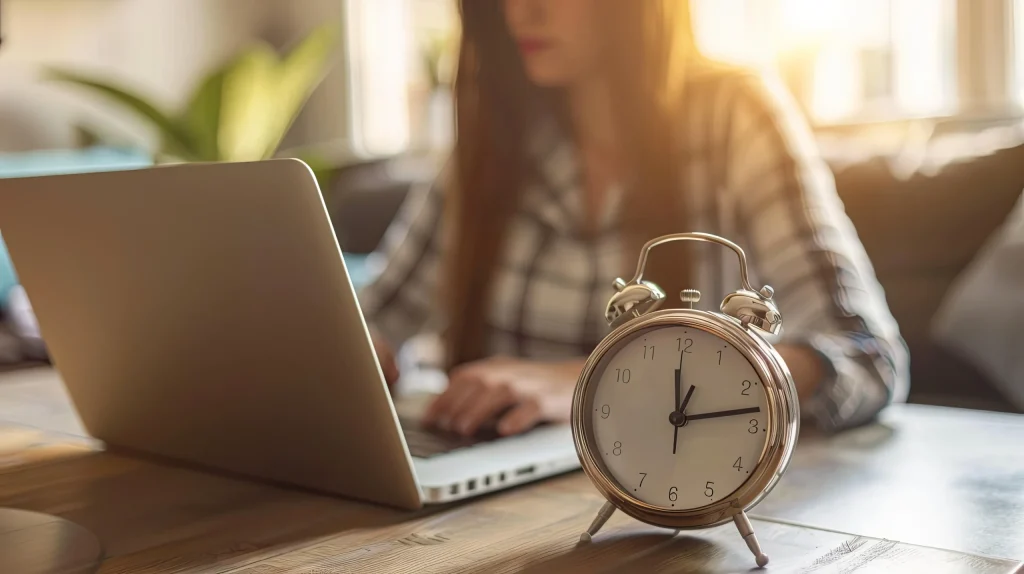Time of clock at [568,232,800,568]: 12:13
